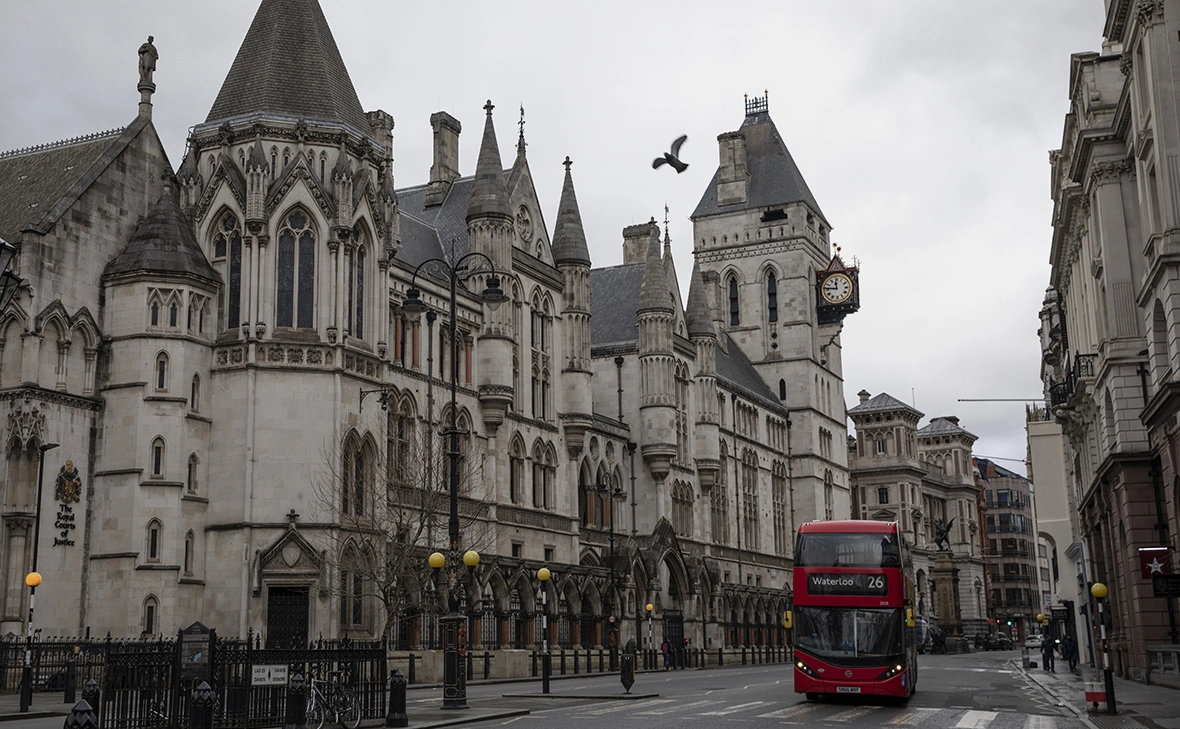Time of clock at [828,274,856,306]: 11:46
